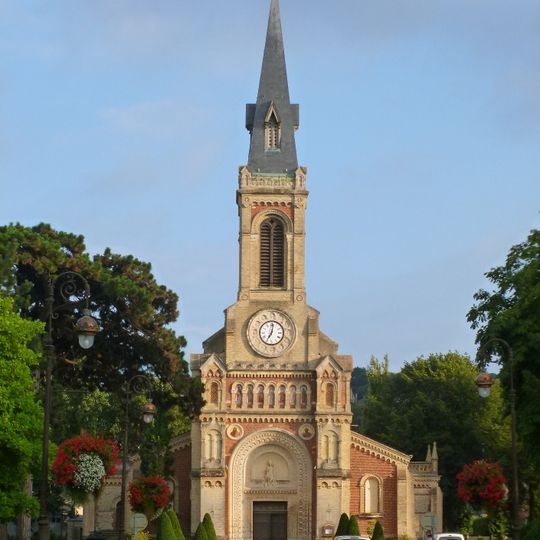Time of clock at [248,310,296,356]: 7:01
